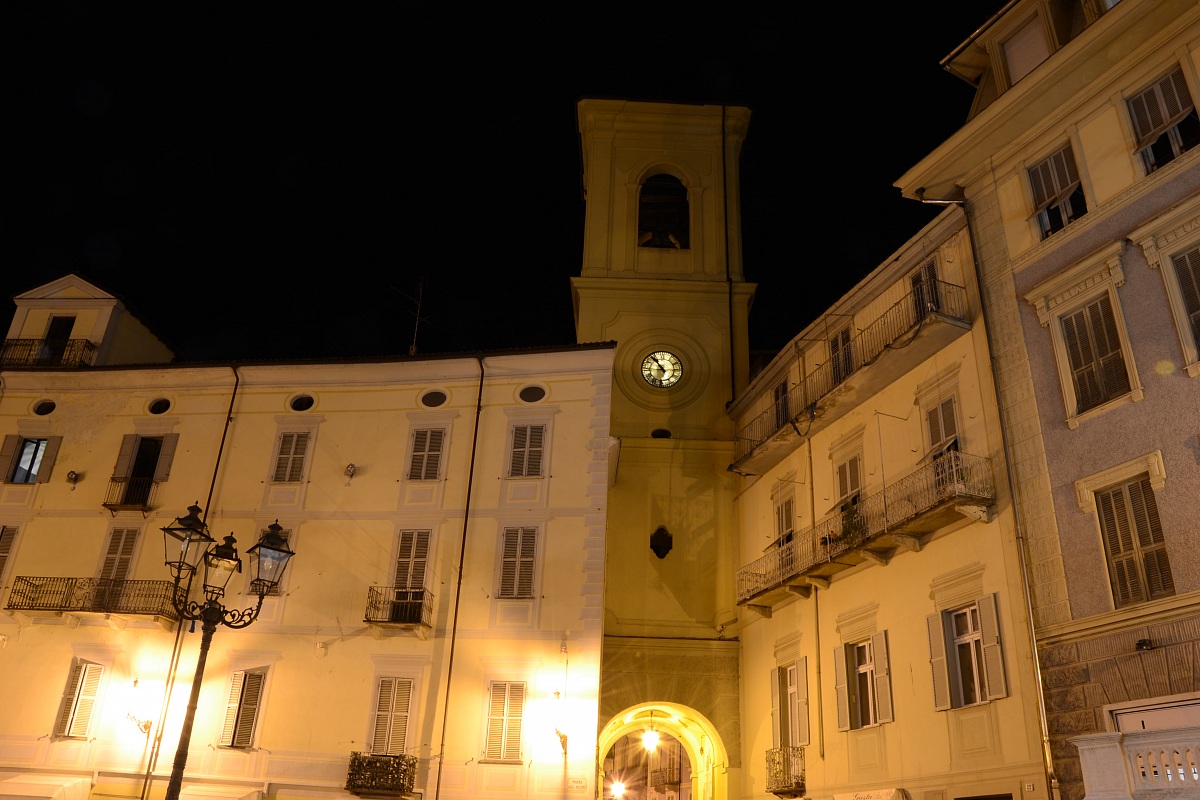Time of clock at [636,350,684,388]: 10:53
